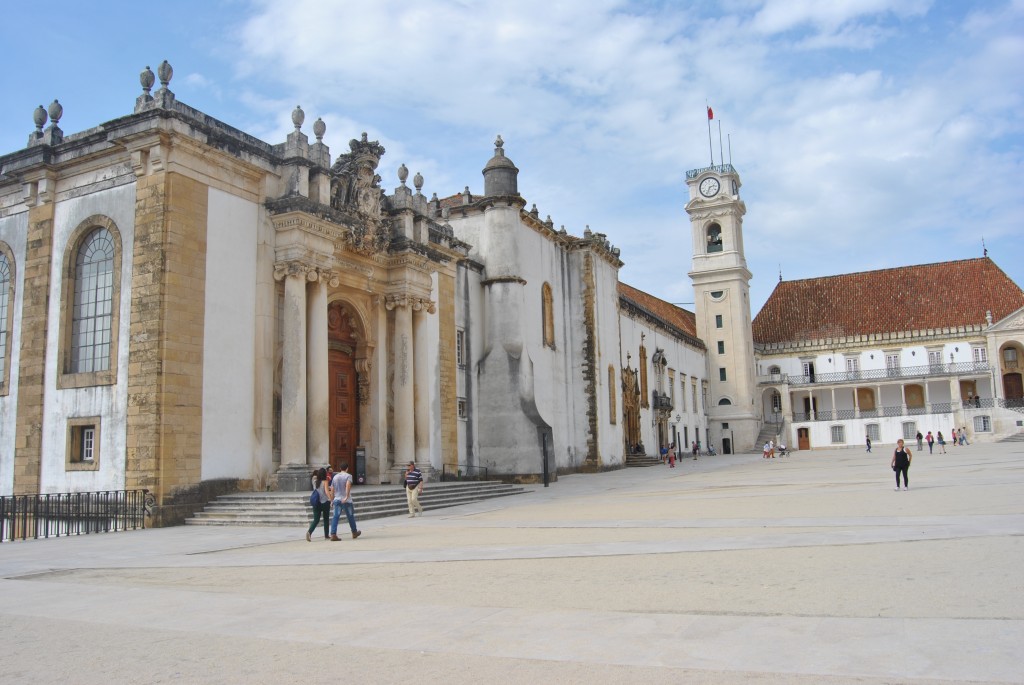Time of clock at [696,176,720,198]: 2:33
